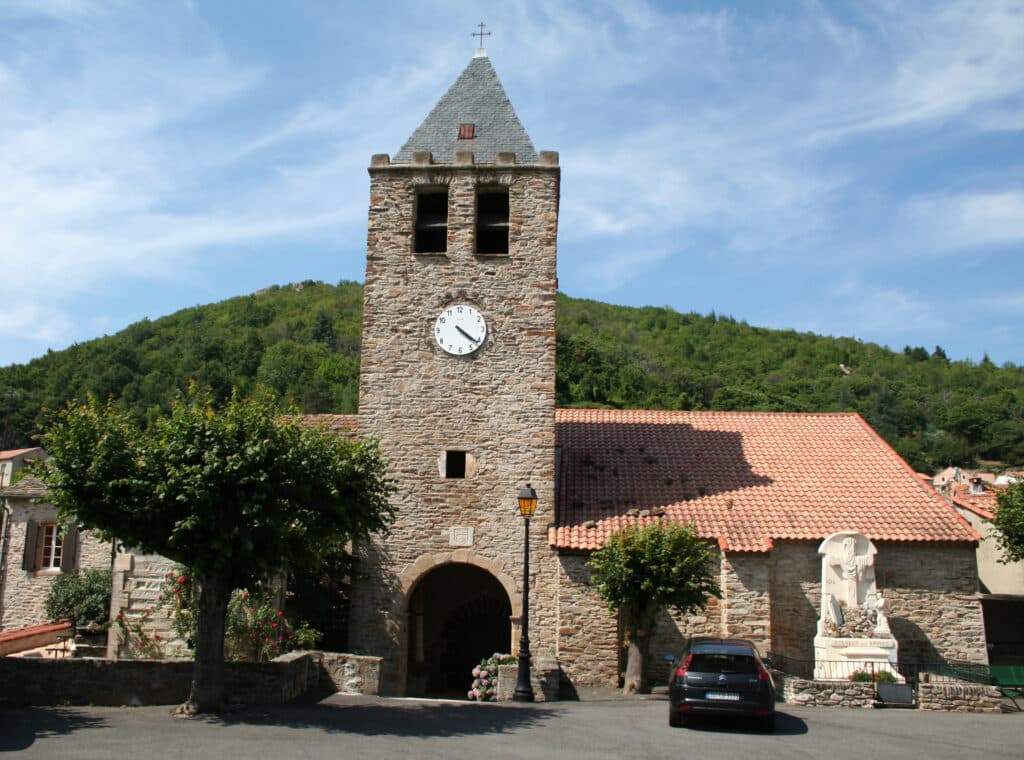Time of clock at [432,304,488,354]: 4:21
